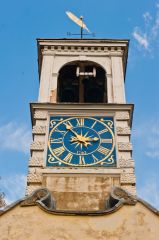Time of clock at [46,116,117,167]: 2:54
